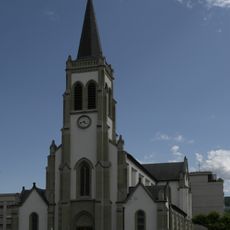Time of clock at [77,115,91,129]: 4:42
